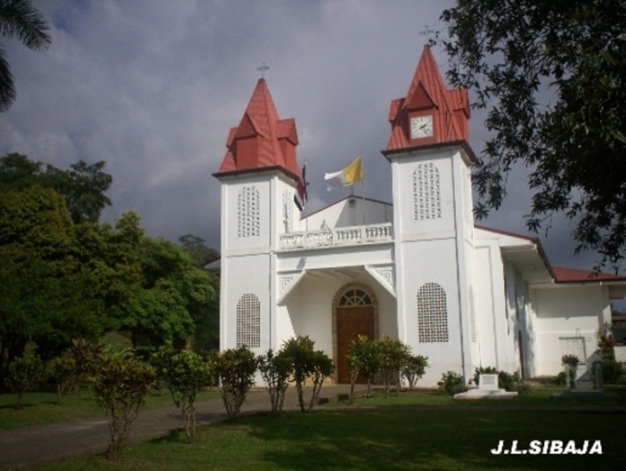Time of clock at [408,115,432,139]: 2:23
